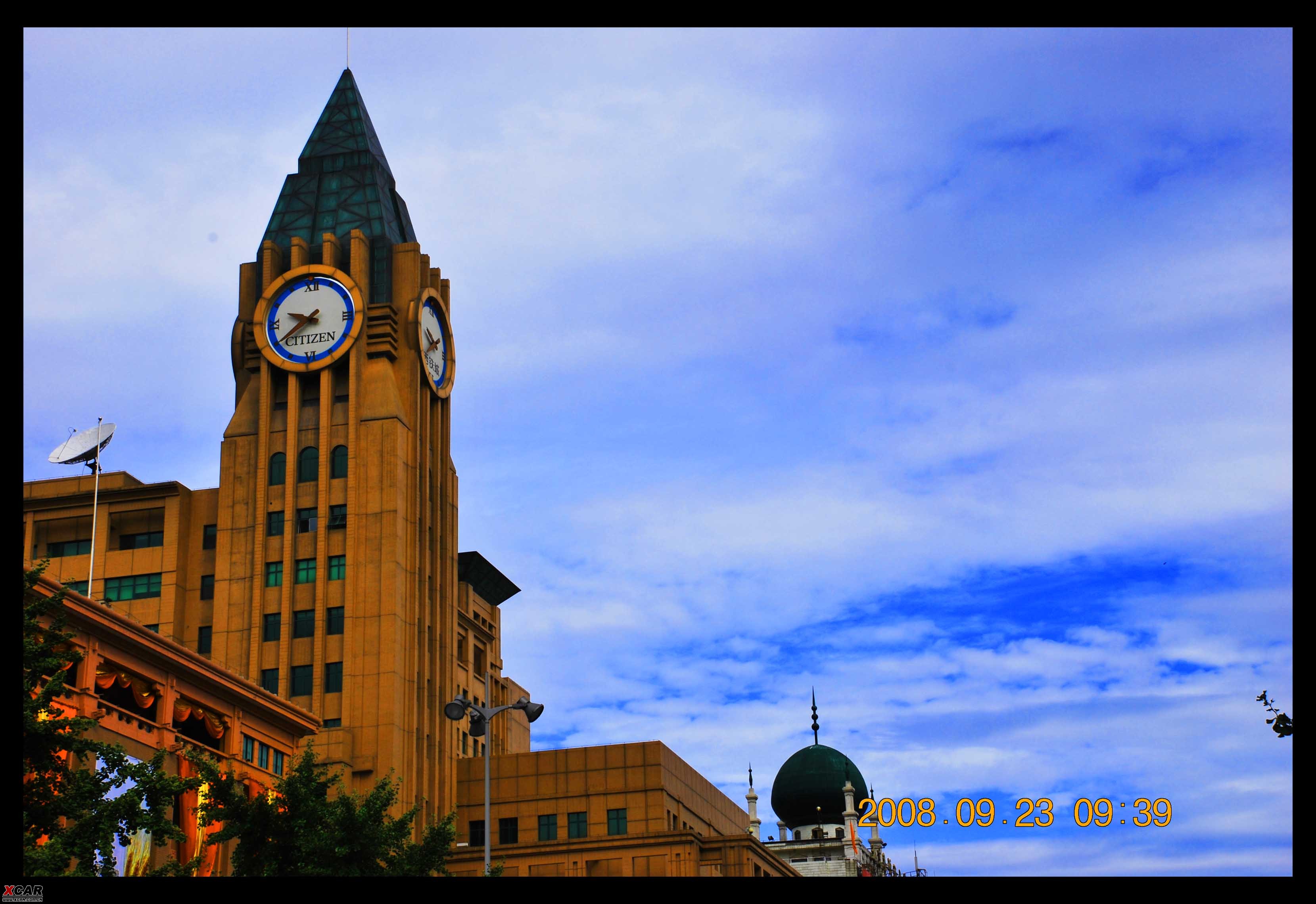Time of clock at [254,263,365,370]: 9:39
